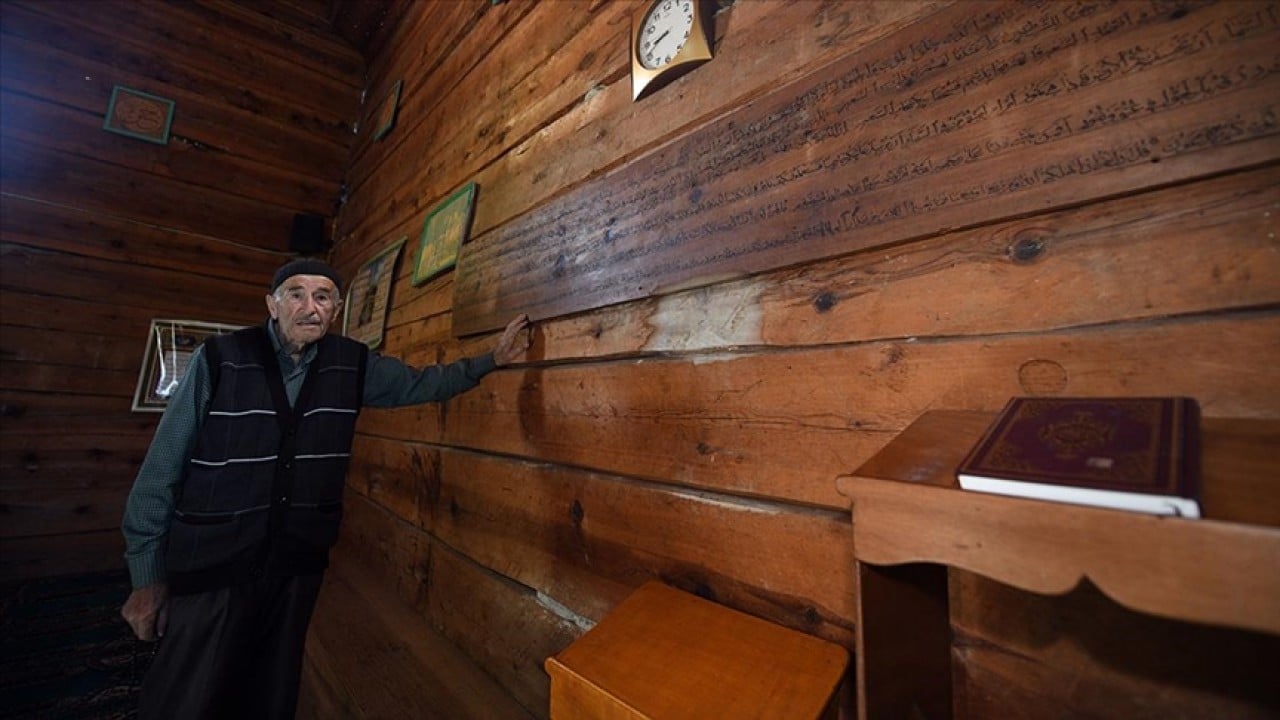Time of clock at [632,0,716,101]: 8:41
